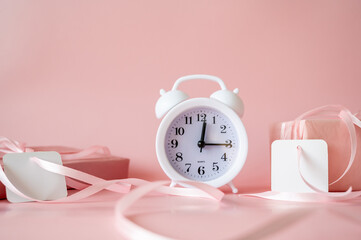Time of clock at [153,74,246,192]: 12:15
